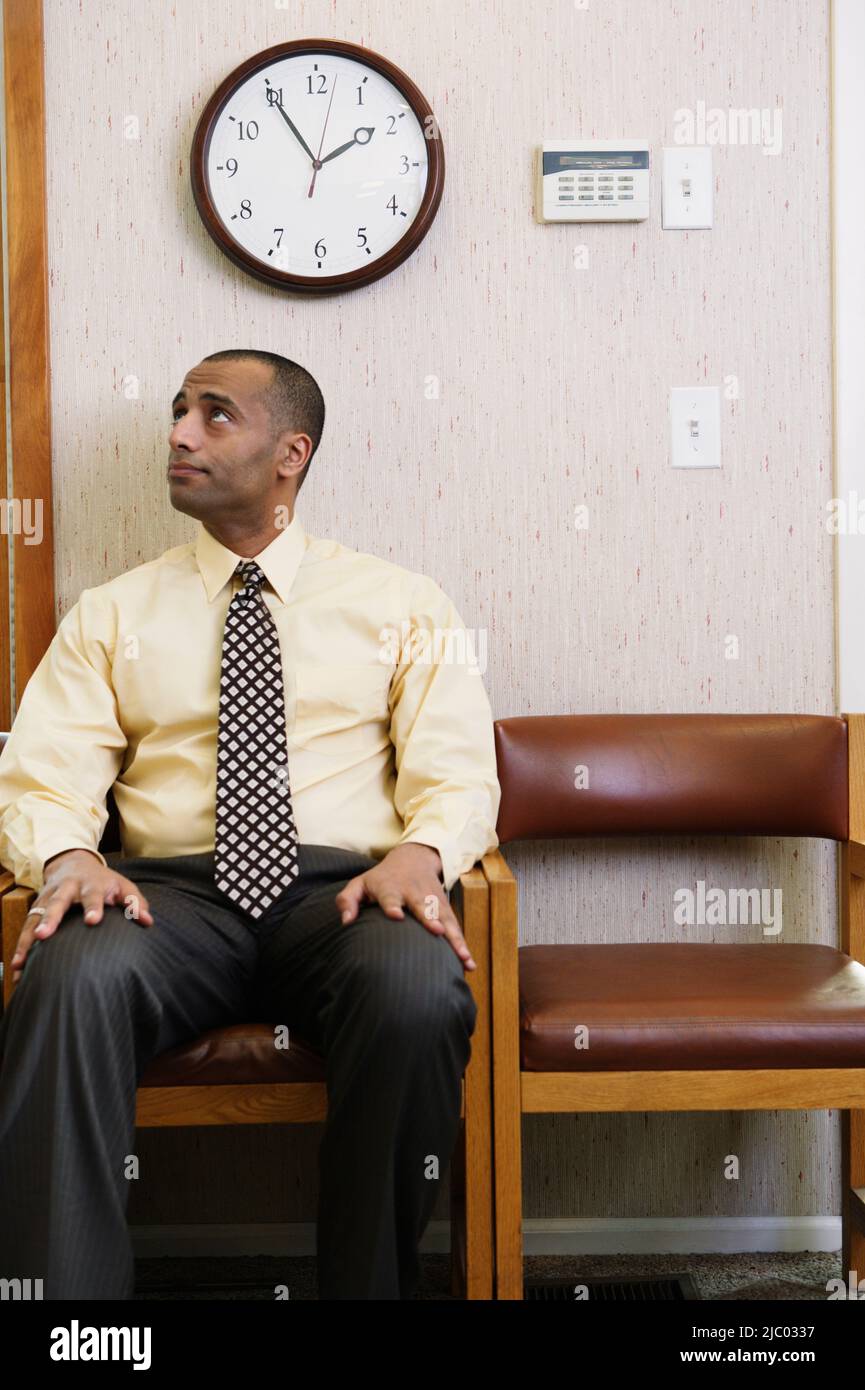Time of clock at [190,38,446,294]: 1:54
